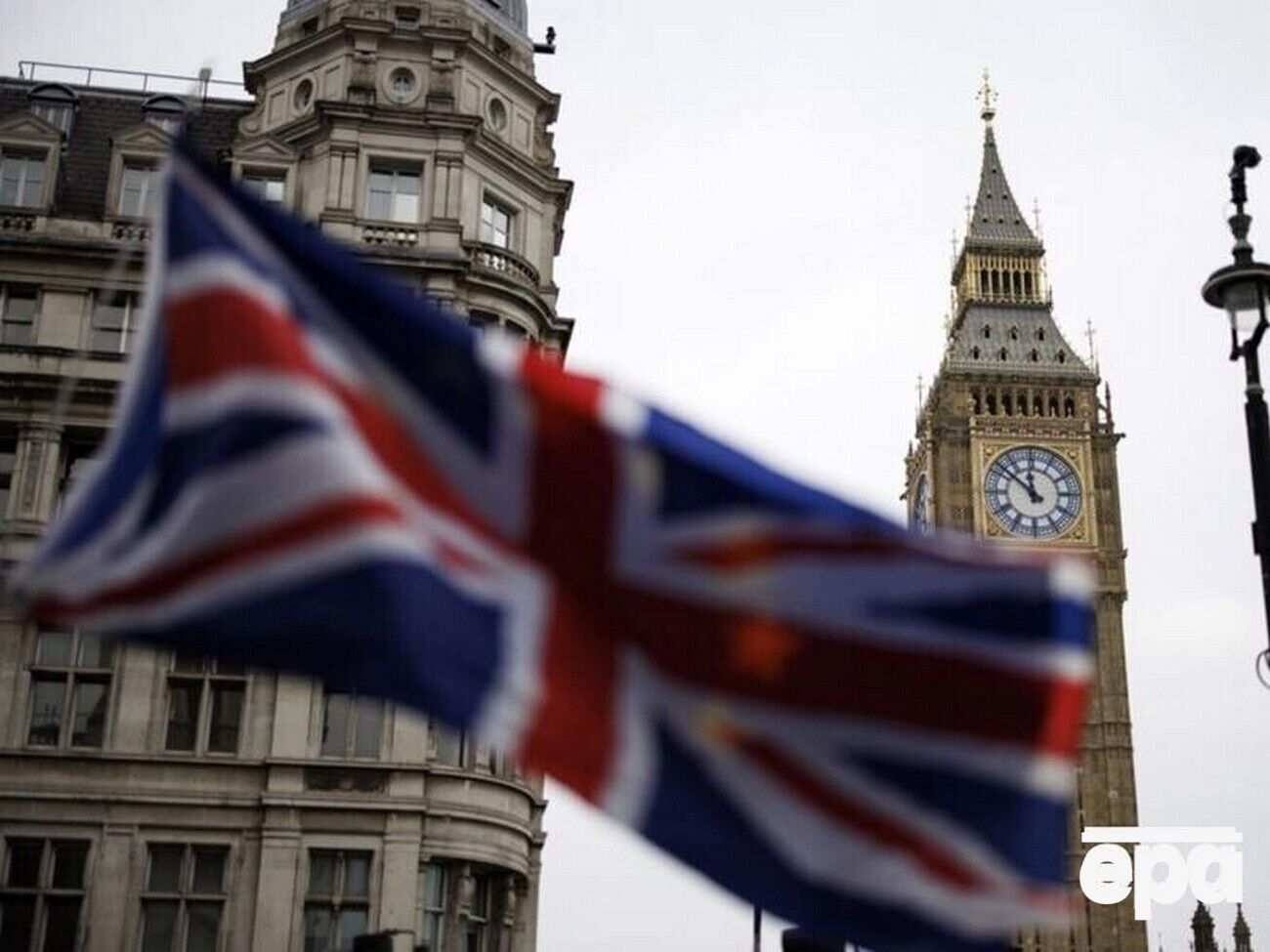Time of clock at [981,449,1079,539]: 11:51
